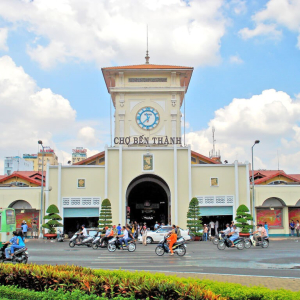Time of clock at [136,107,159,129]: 11:37
